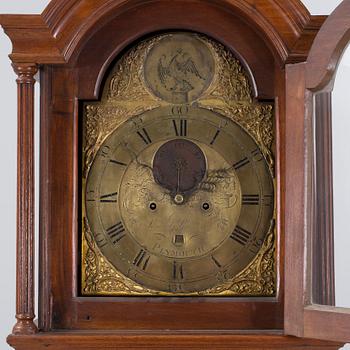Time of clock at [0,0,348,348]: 1:10
